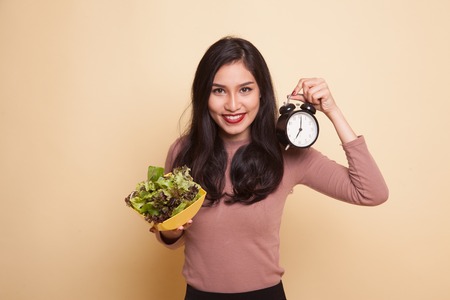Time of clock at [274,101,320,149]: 7:01
